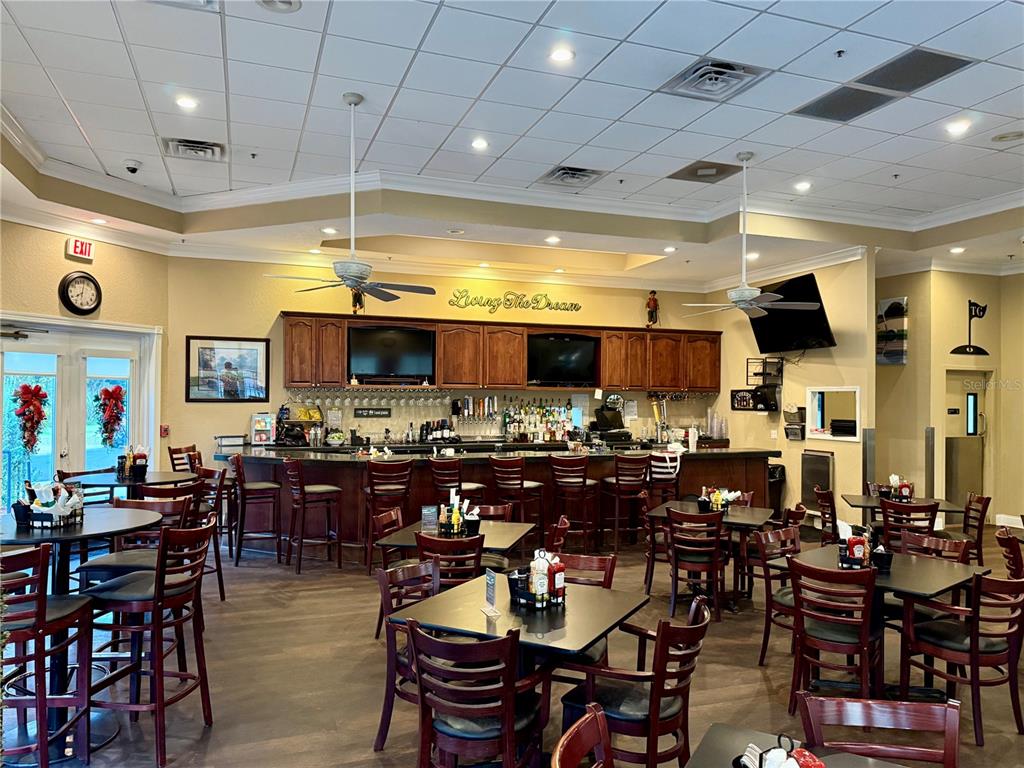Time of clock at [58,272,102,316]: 8:01
